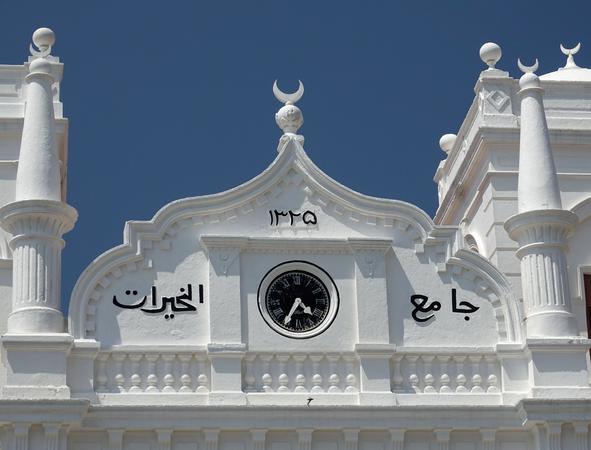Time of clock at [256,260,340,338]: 4:35
